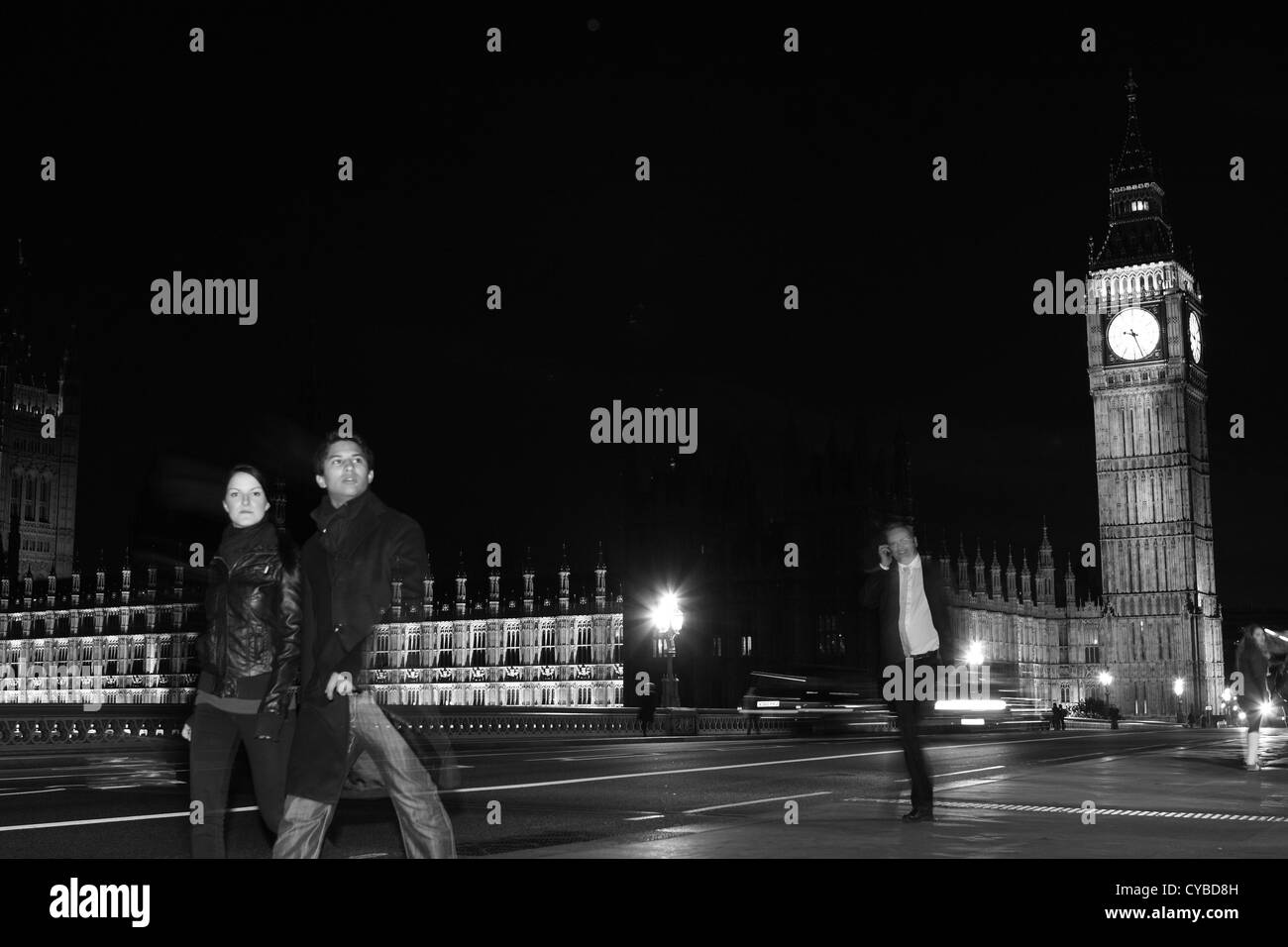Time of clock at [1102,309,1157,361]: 9:26
